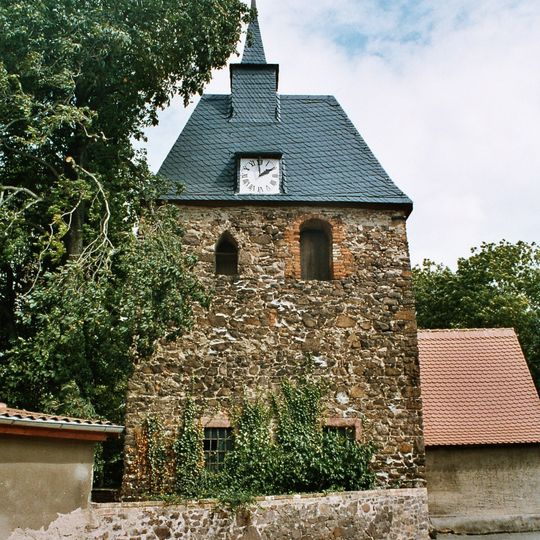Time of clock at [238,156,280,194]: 1:59
